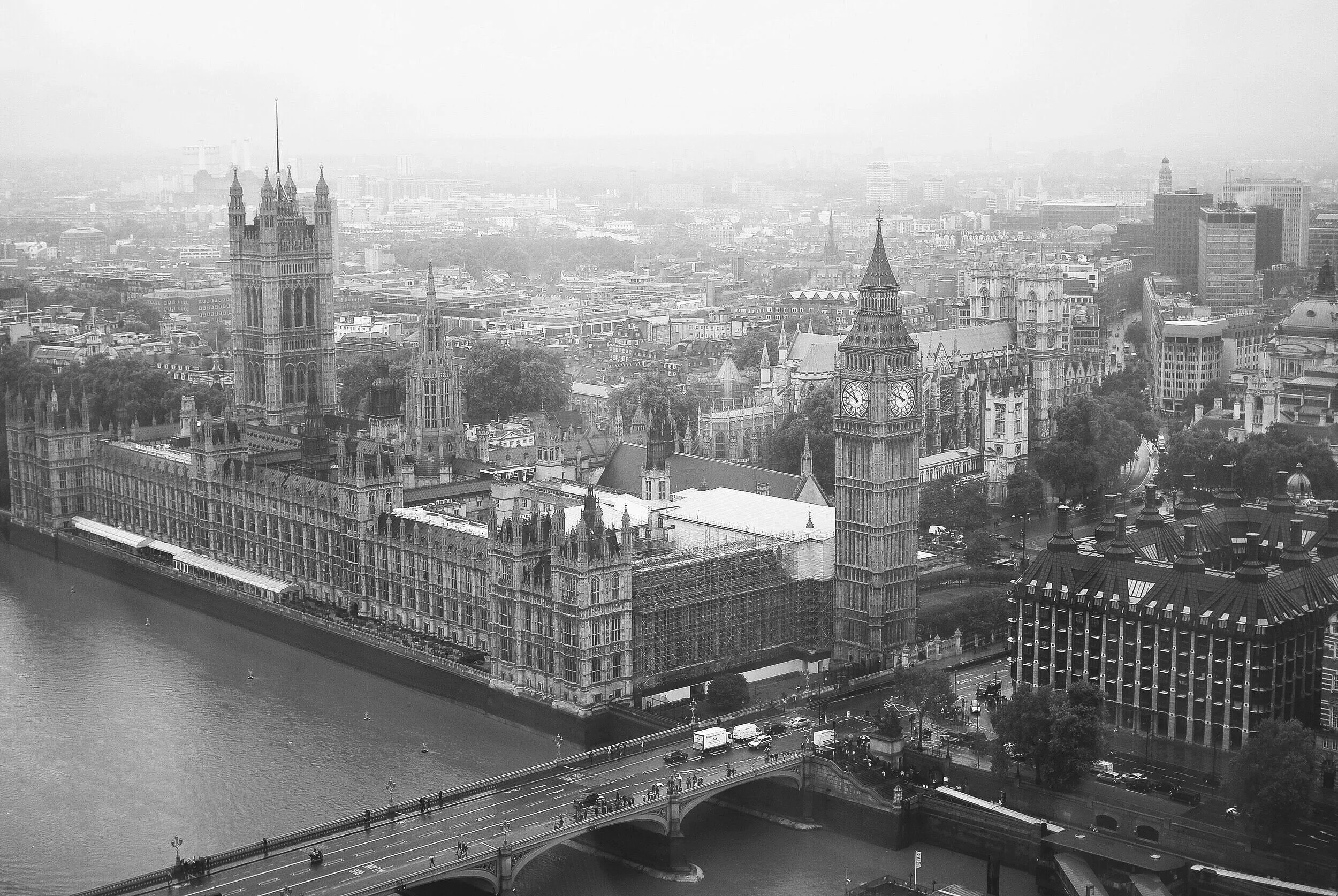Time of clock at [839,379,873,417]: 10:49
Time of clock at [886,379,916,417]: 10:49
